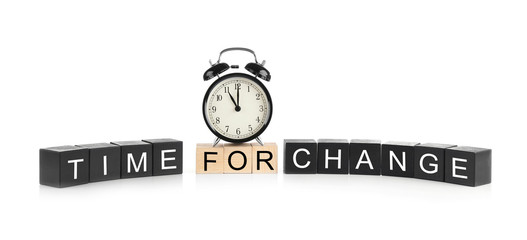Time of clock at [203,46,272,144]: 11:00
